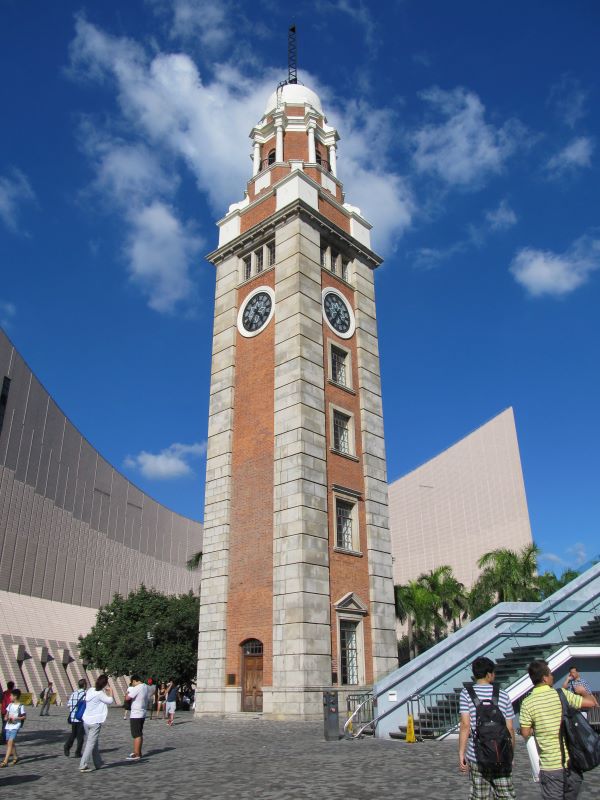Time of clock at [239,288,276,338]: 4:35
